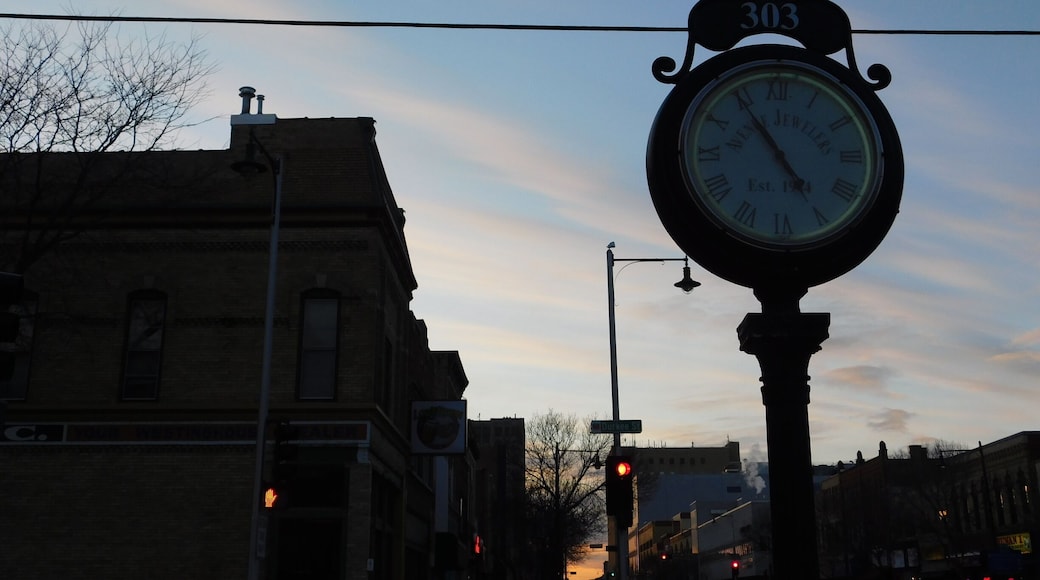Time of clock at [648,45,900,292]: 4:54
